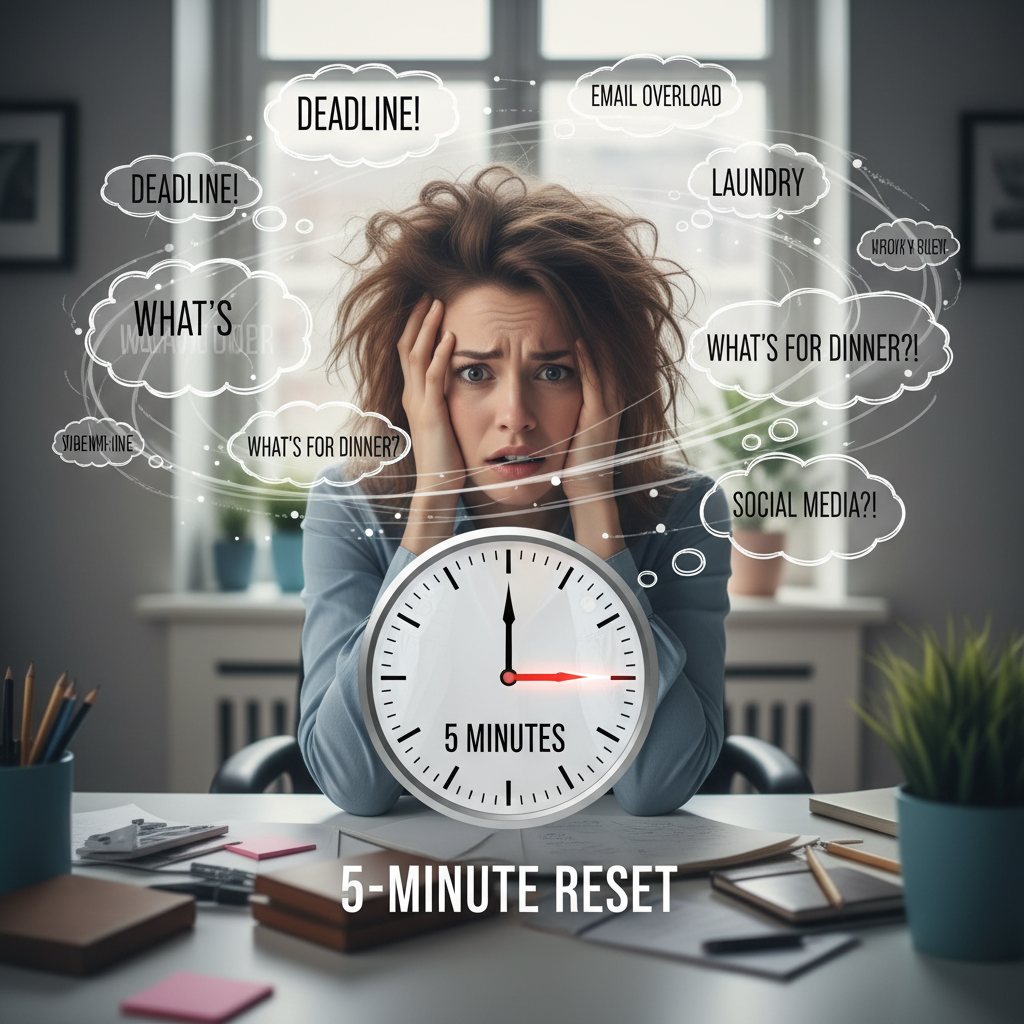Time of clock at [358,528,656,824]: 3:00
